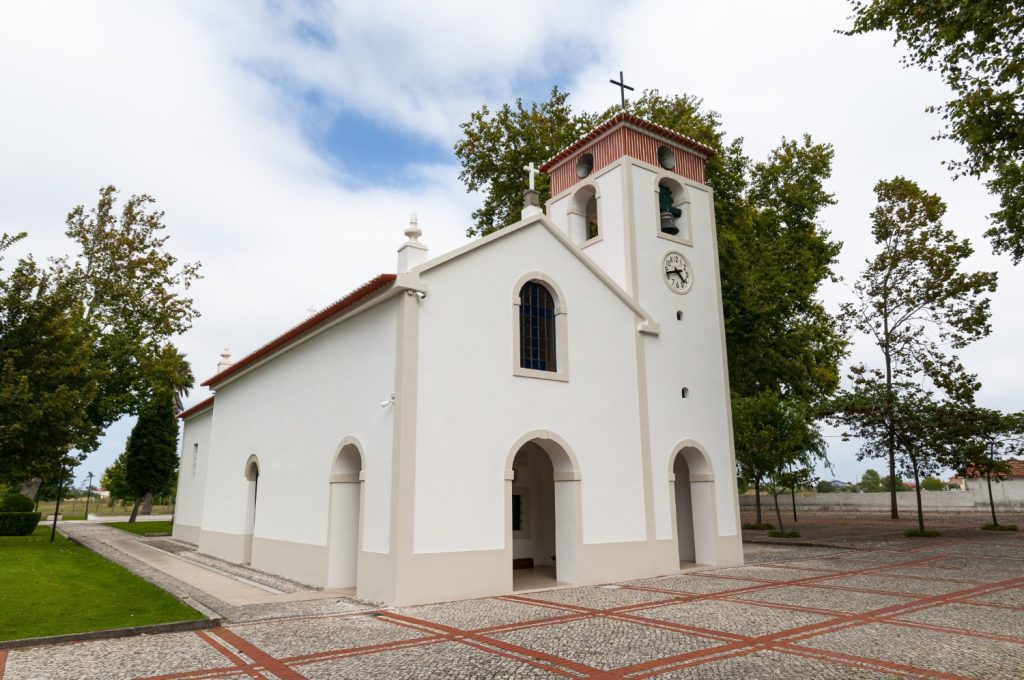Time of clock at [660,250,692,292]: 4:42
